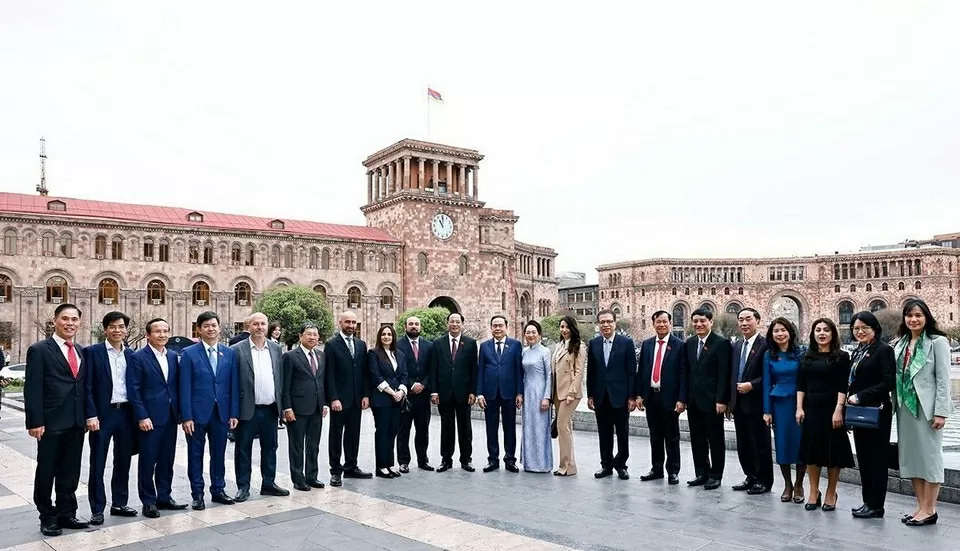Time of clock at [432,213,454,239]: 11:00
